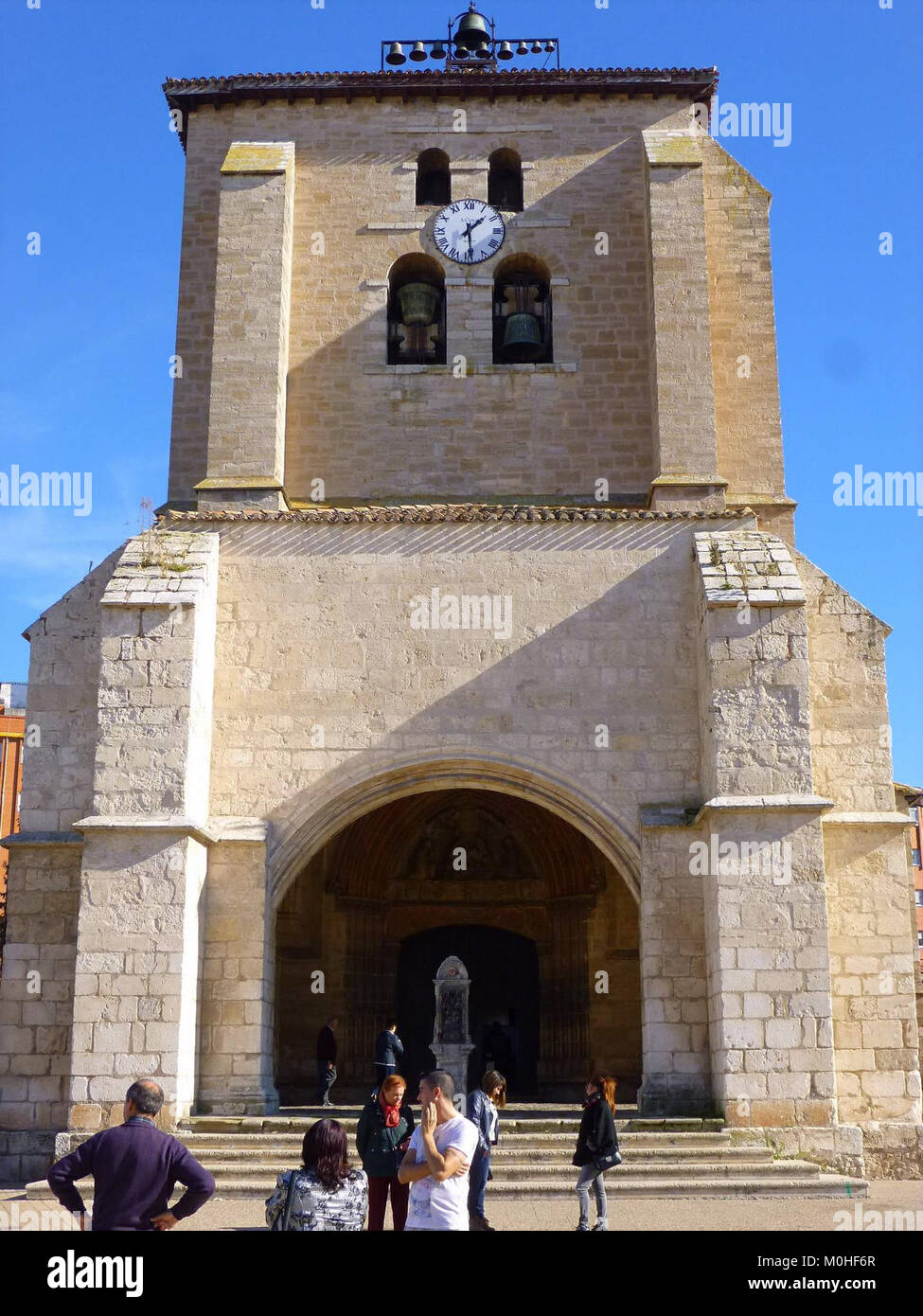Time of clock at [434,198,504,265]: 1:29
